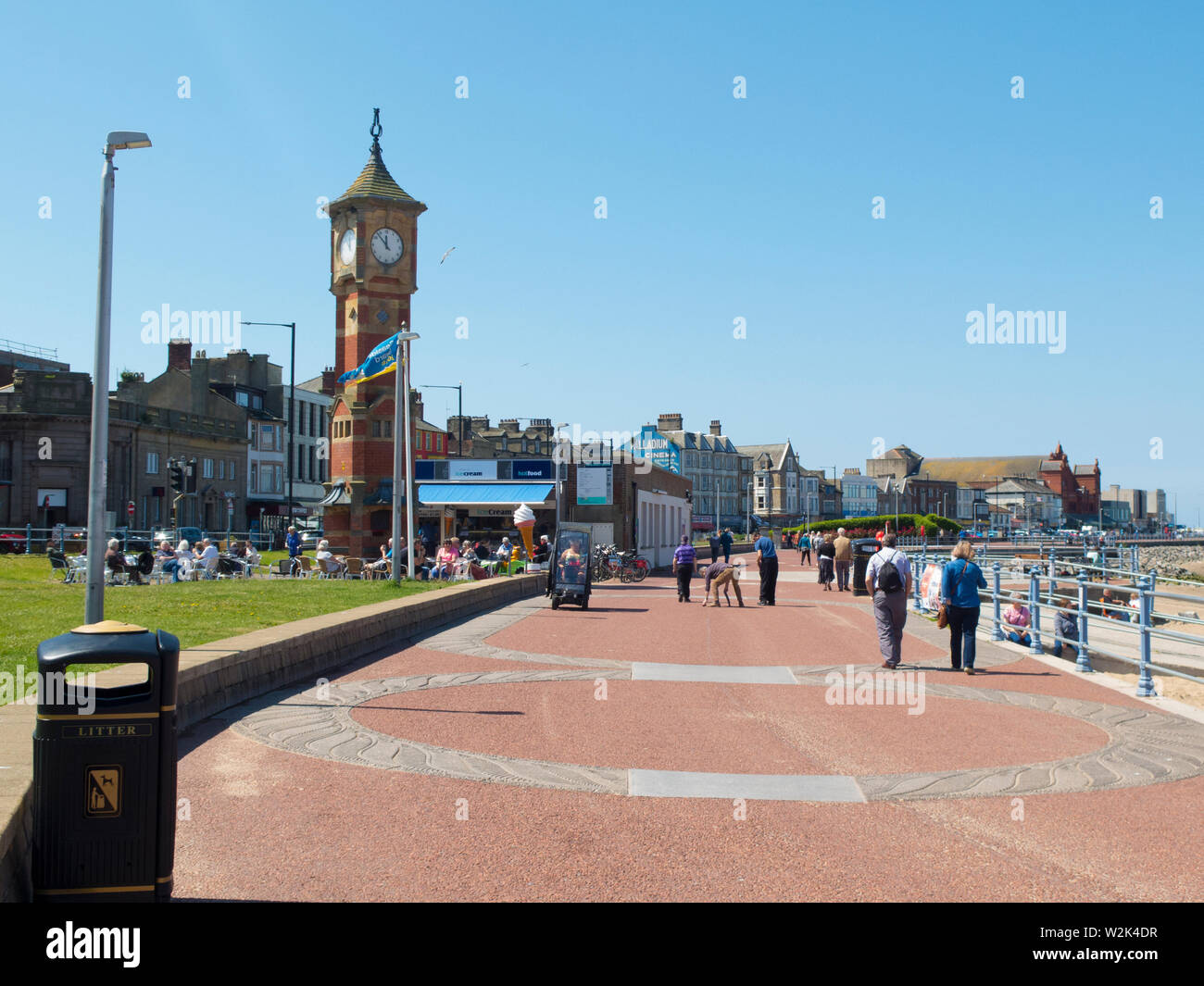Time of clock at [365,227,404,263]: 11:53
